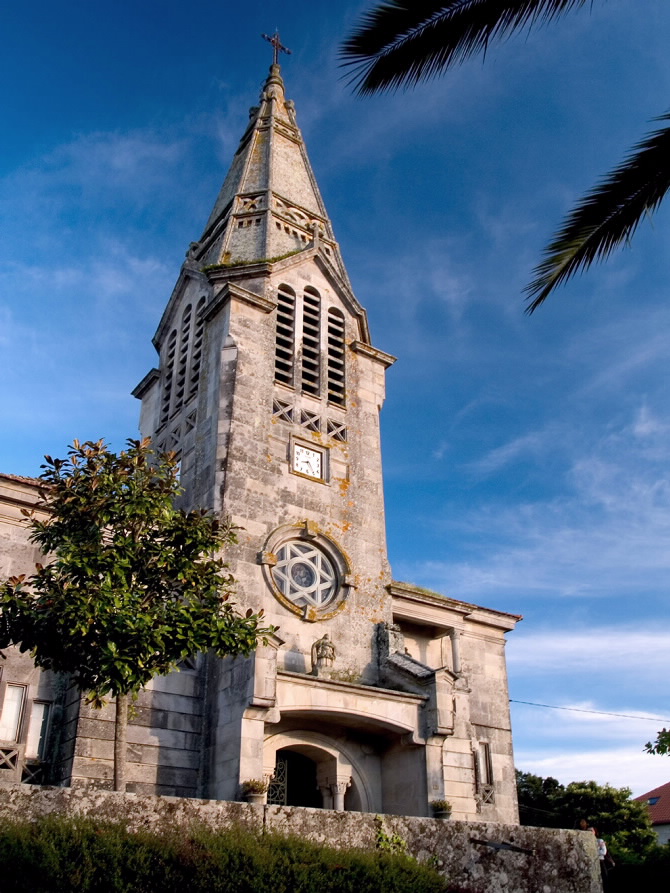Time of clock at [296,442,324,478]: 8:24
